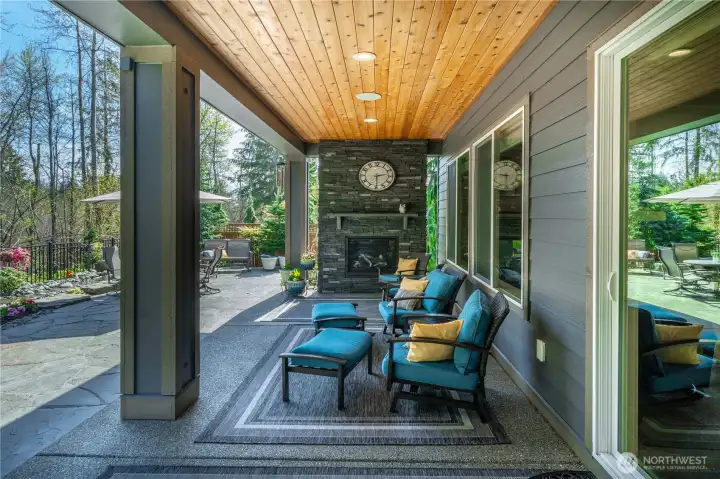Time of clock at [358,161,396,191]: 2:29
